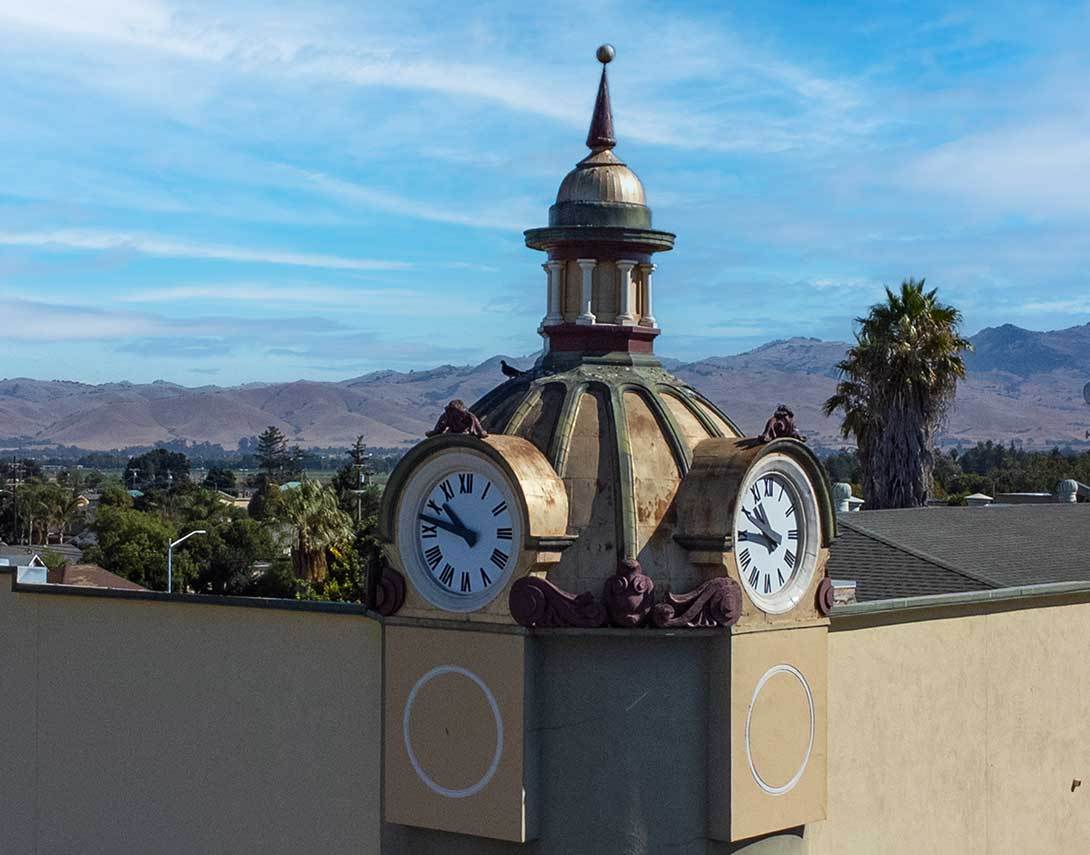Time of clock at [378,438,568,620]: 10:47
